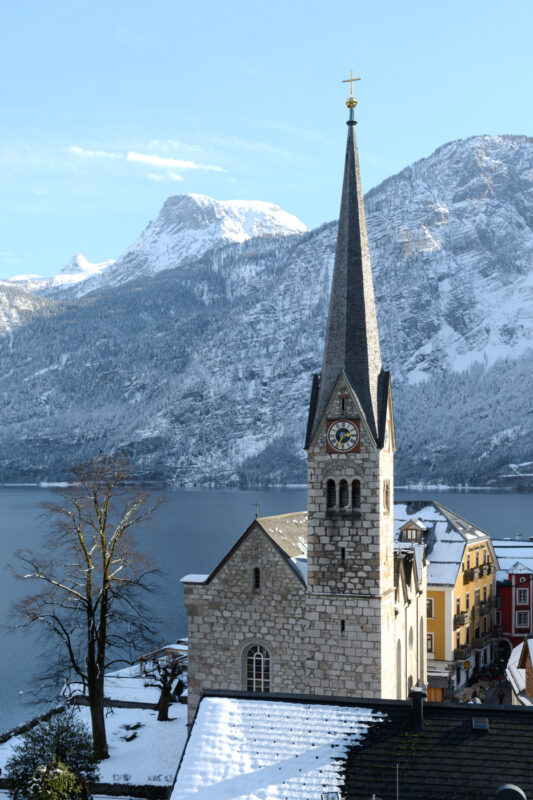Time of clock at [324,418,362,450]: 2:34
